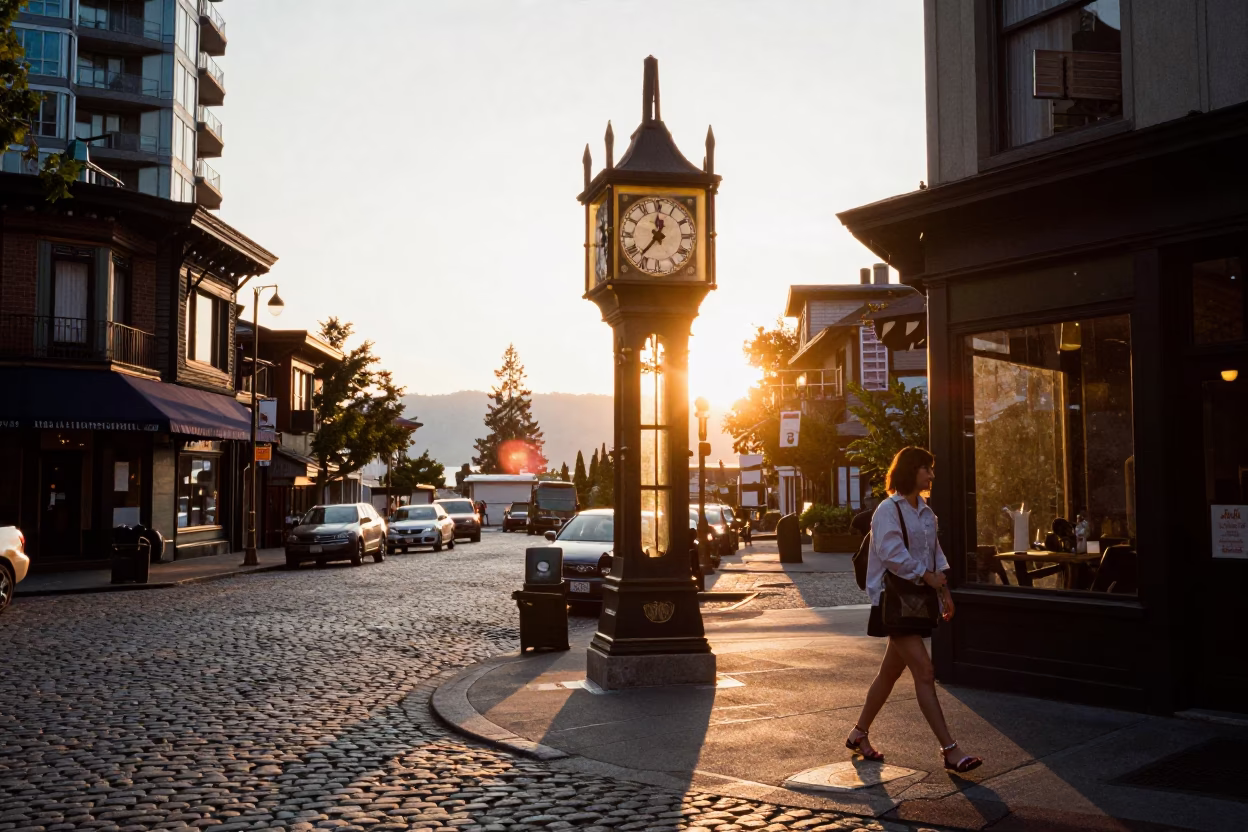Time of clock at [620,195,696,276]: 12:36
